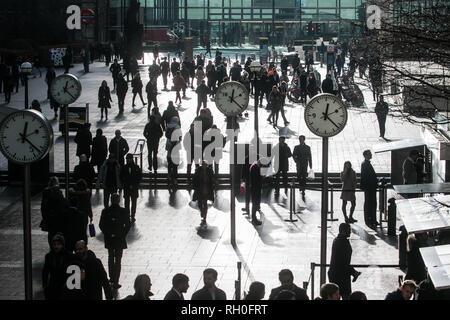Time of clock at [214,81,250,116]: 12:21
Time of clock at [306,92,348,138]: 12:22
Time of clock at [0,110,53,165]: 12:22
